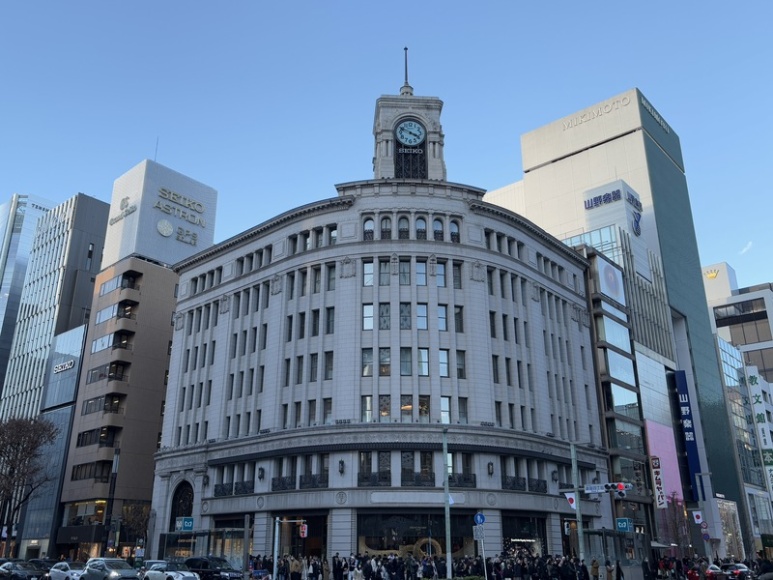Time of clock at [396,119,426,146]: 3:48
